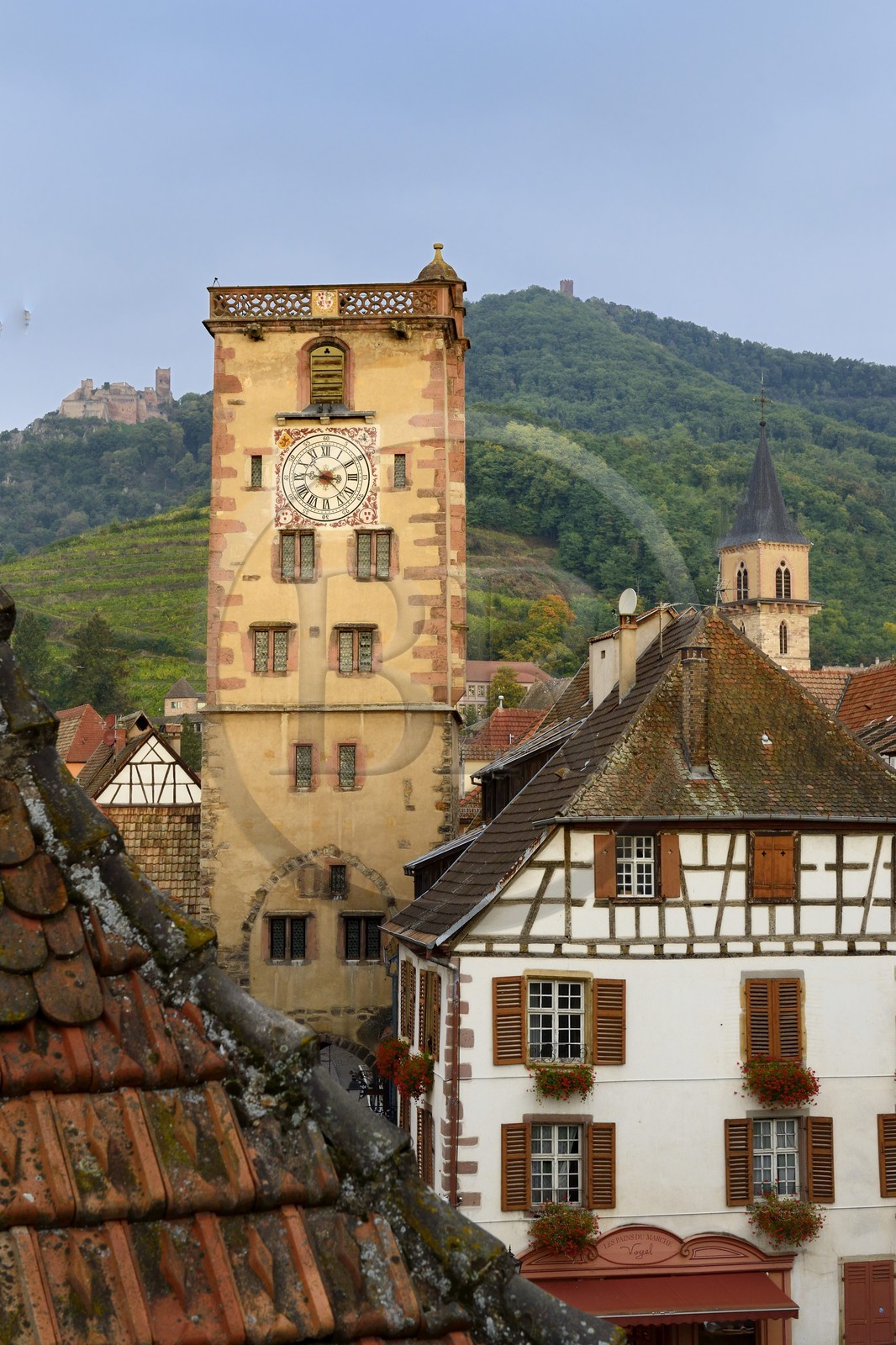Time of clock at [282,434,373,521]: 3:22
